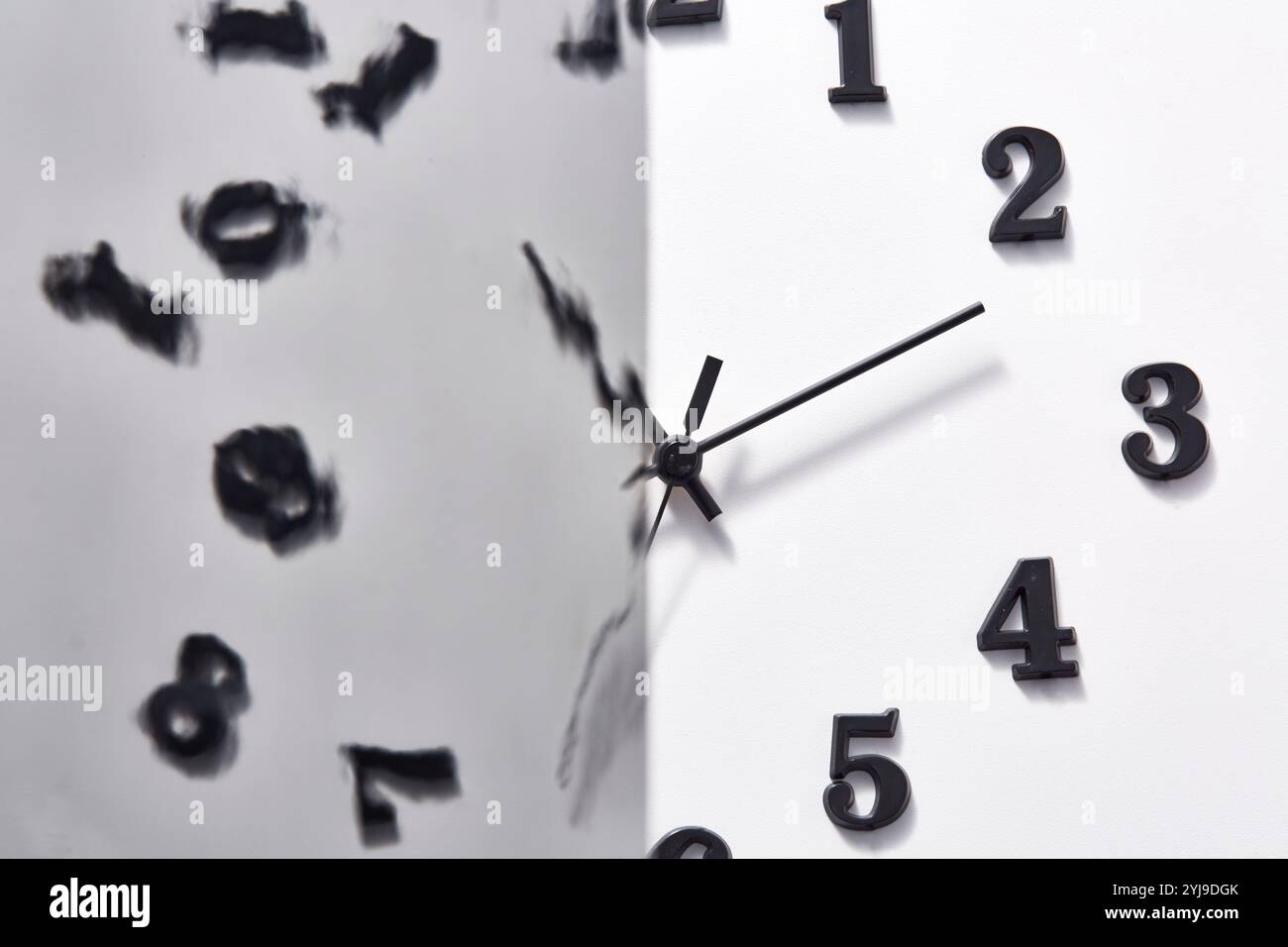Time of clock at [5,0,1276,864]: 11:12
